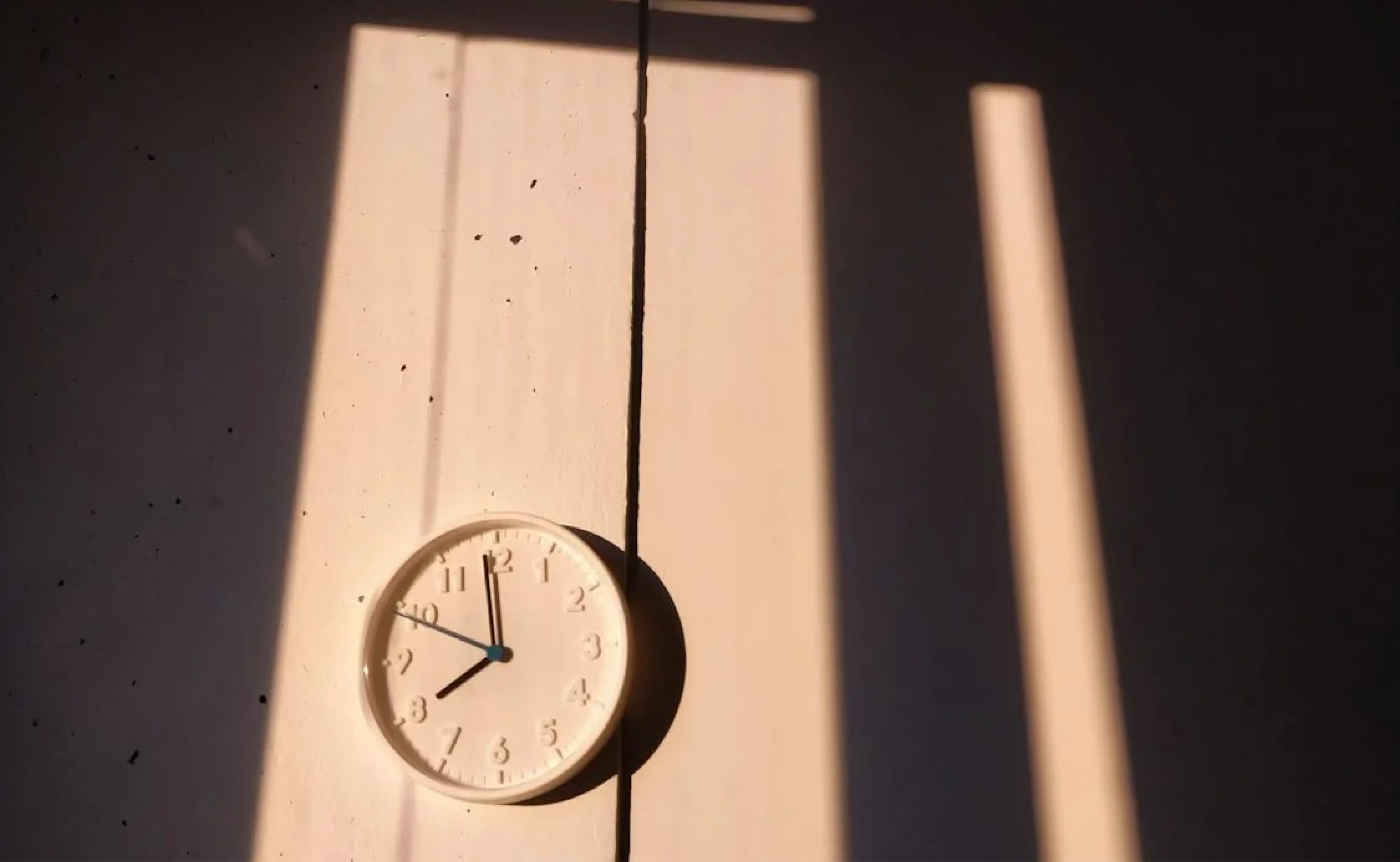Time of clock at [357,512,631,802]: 7:58
